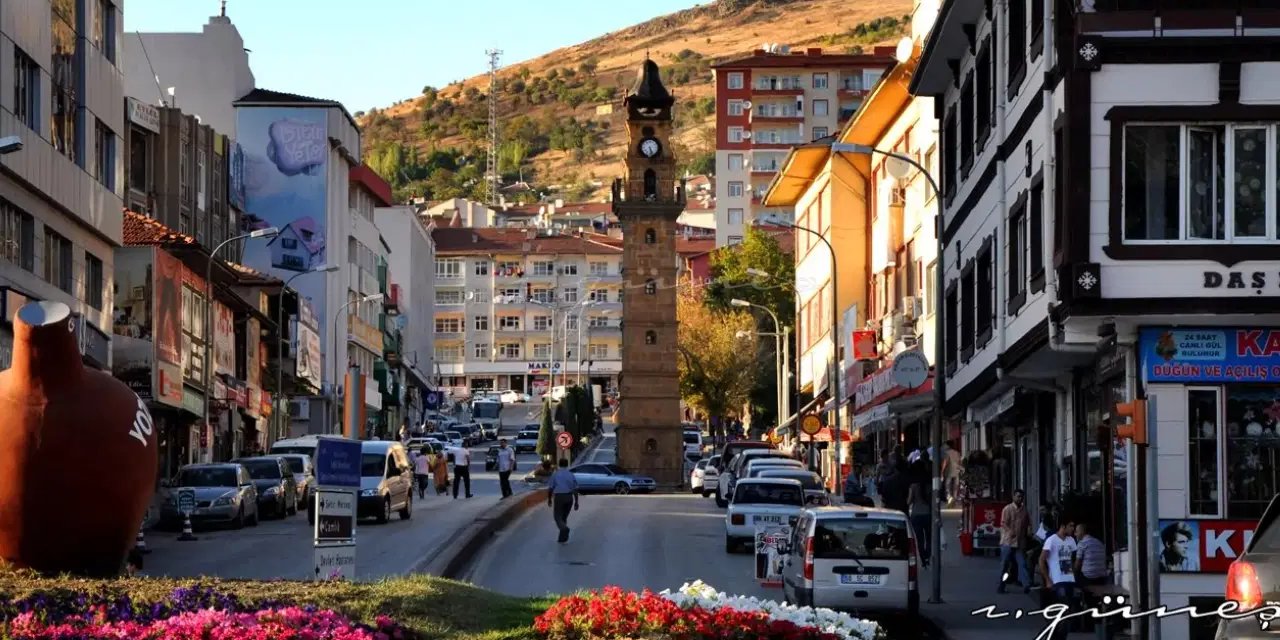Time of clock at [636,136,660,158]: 5:26
